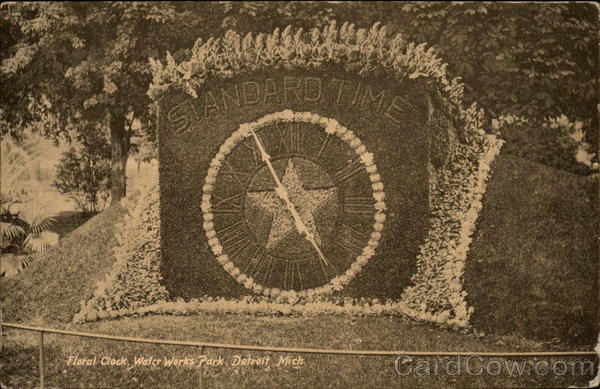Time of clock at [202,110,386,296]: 4:55
